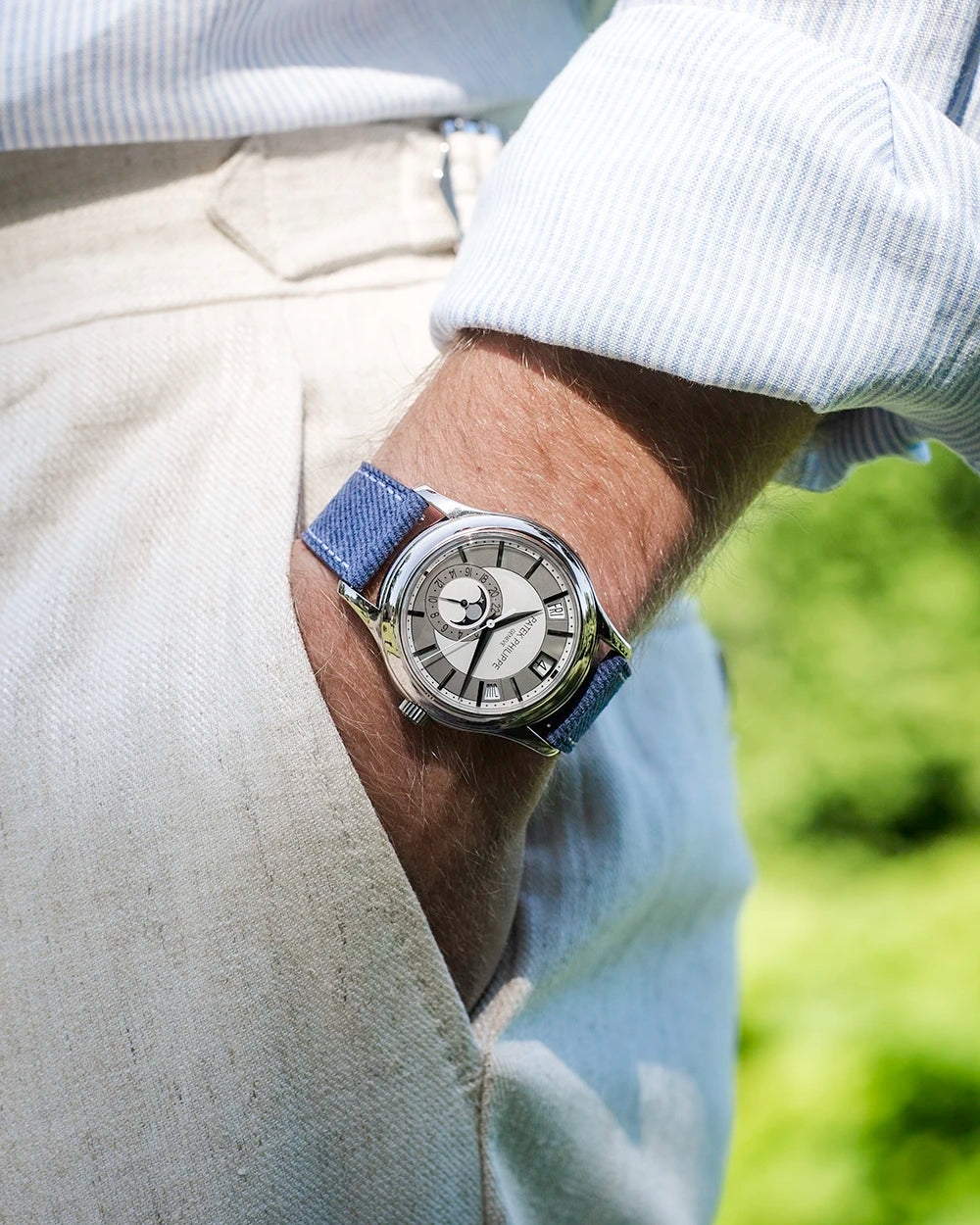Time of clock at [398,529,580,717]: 2:32
